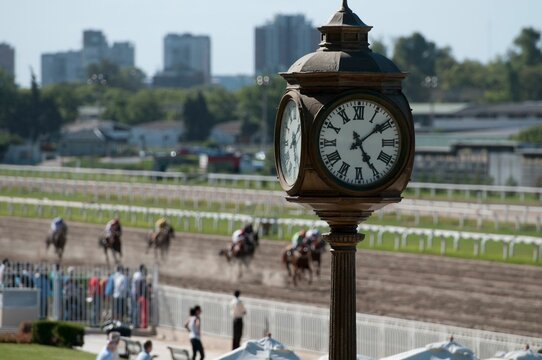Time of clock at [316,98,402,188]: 5:08
